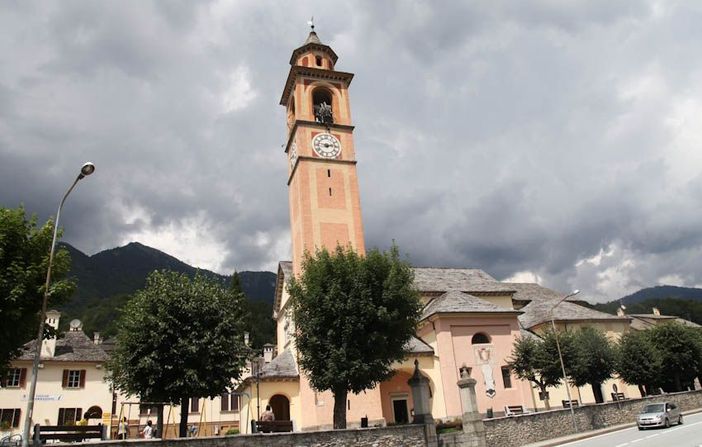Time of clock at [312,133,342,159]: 2:46
